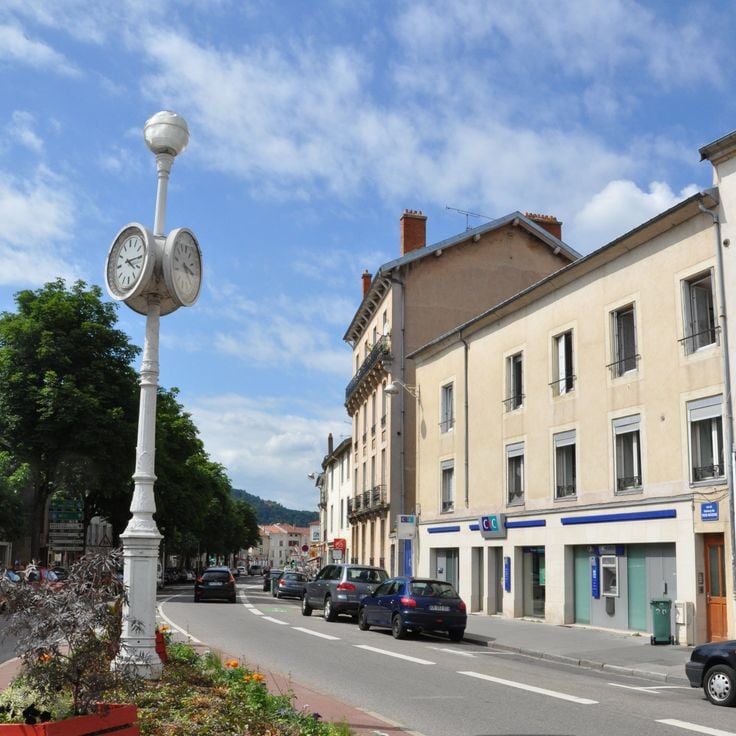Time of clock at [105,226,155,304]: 4:14
